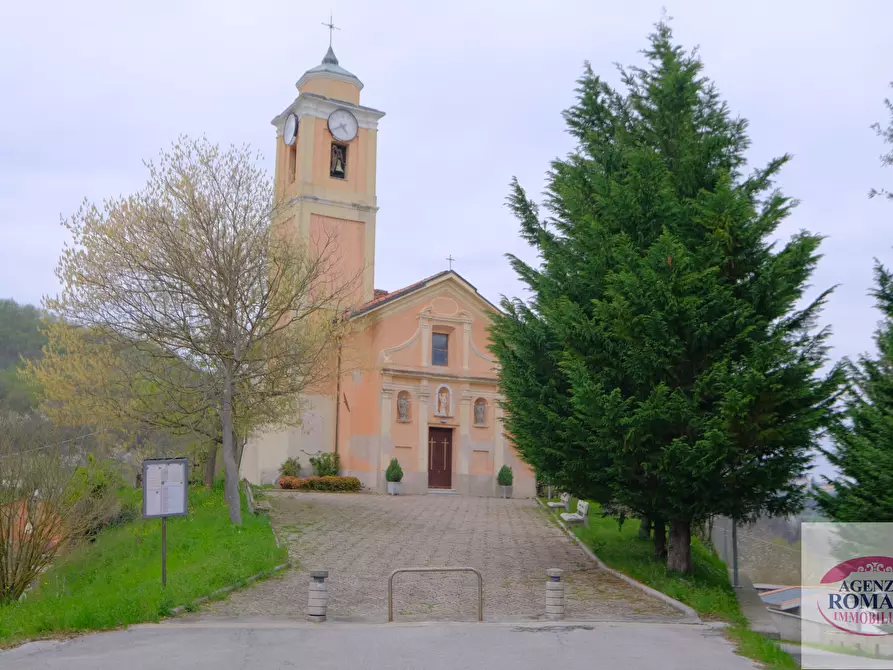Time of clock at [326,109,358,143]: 4:40
